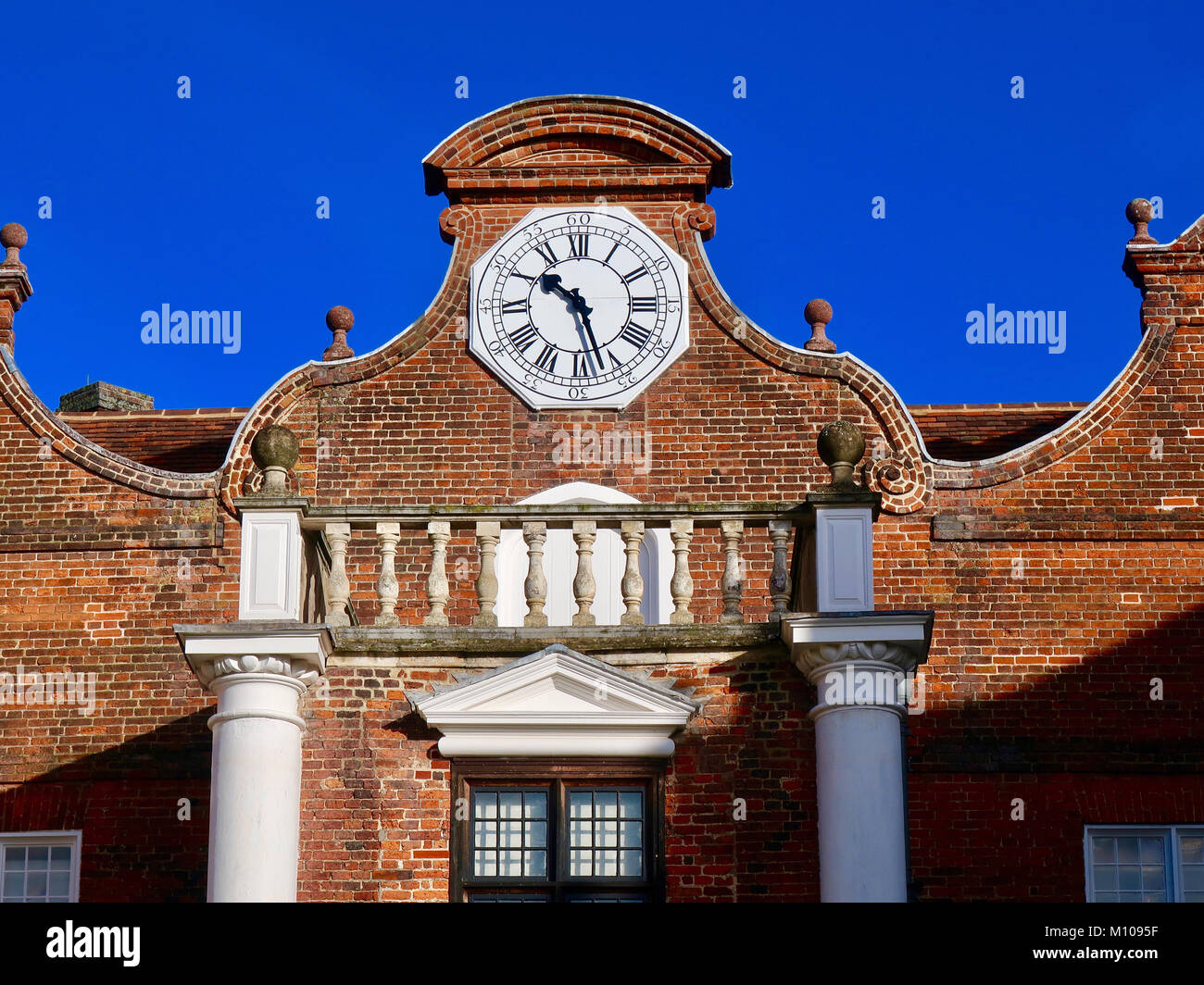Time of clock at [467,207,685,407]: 10:27
